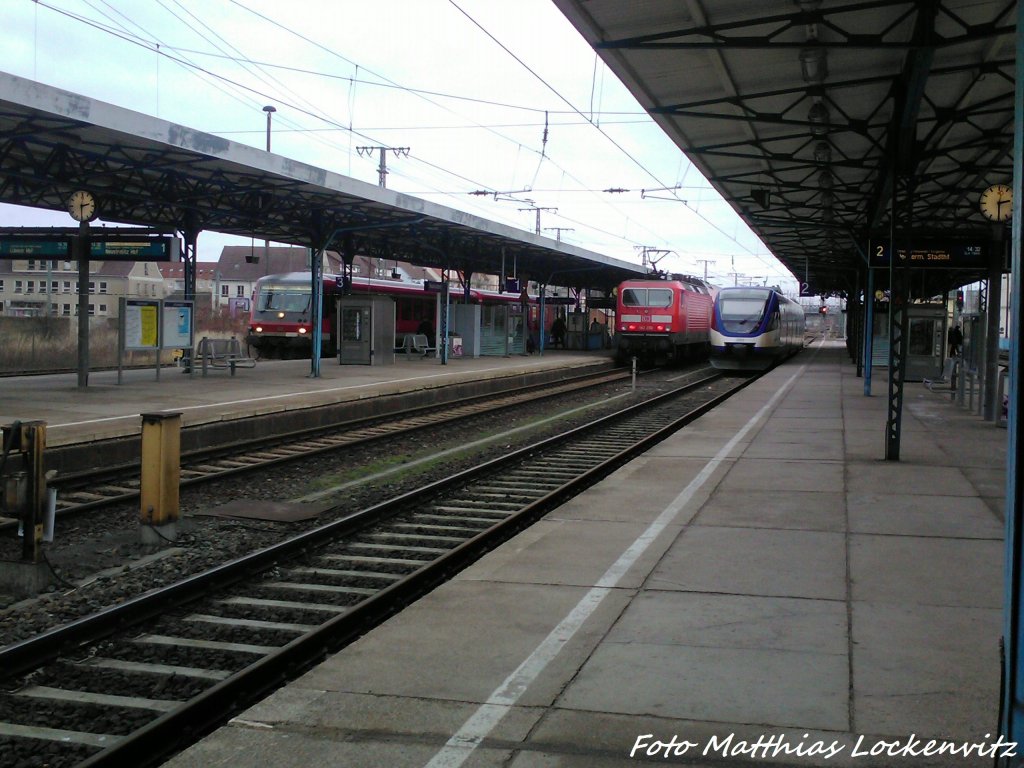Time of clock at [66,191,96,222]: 2:30
